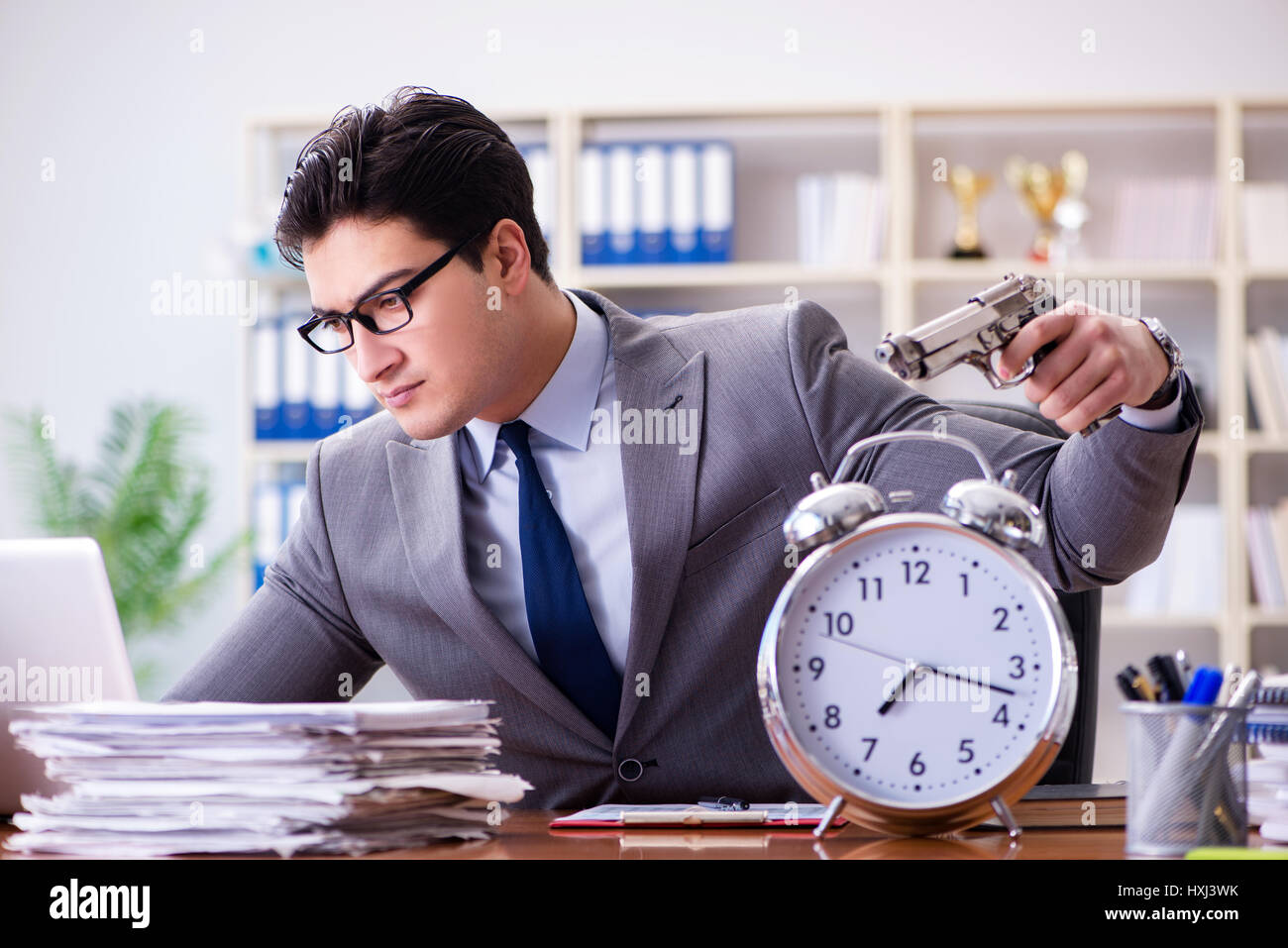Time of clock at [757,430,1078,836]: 7:17
